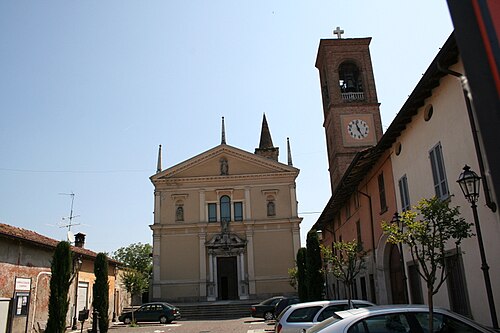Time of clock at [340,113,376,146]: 11:25
